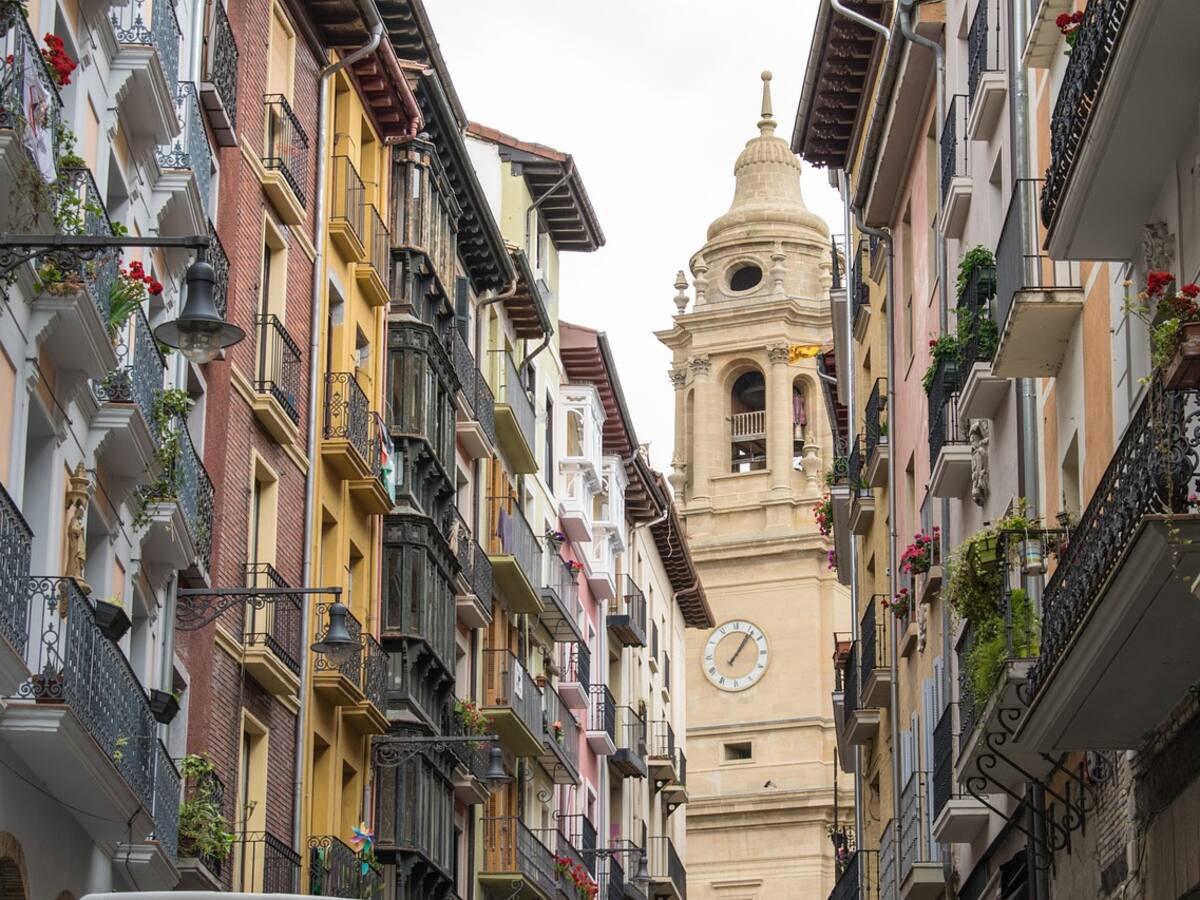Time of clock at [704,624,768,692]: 1:06
